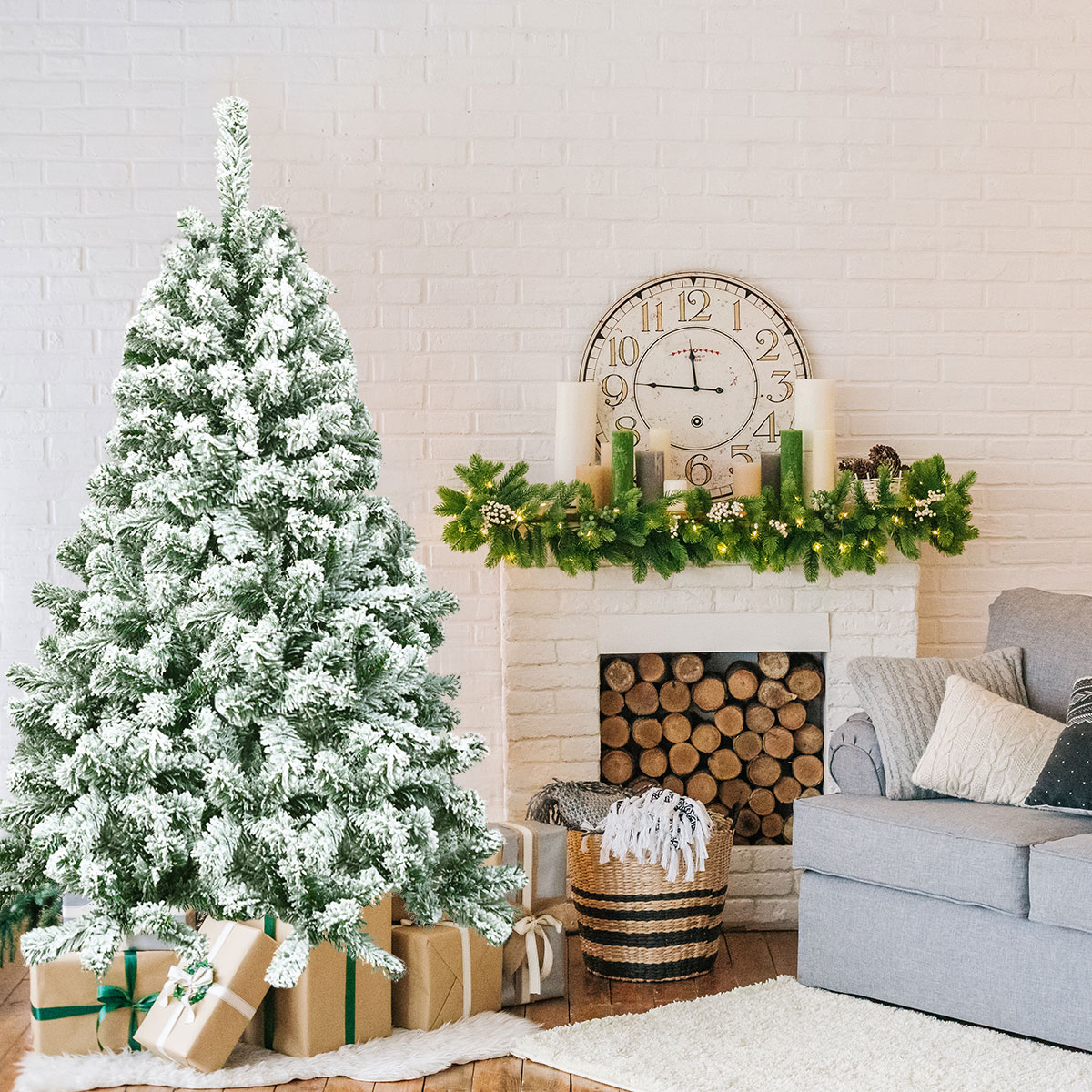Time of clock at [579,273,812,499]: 11:46
